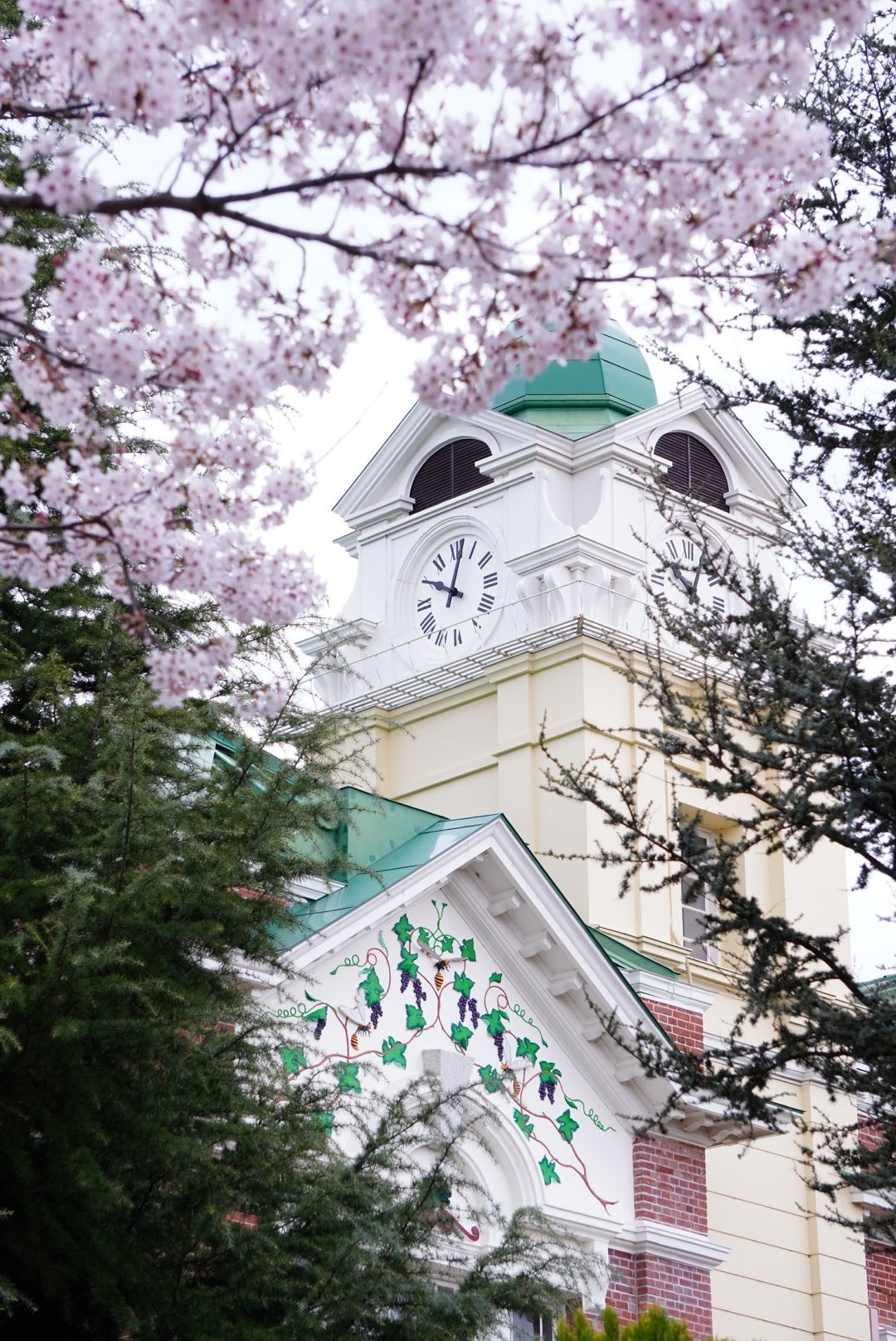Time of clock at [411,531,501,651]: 10:02
